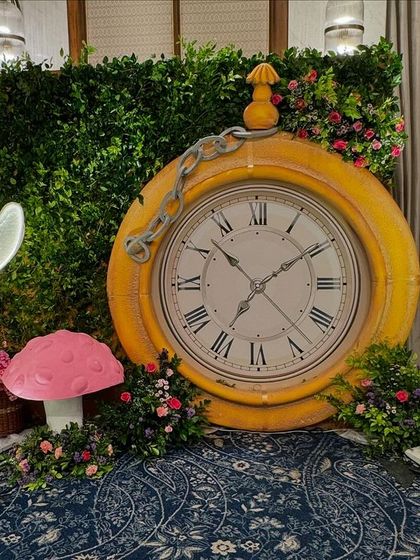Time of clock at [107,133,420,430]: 7:09
